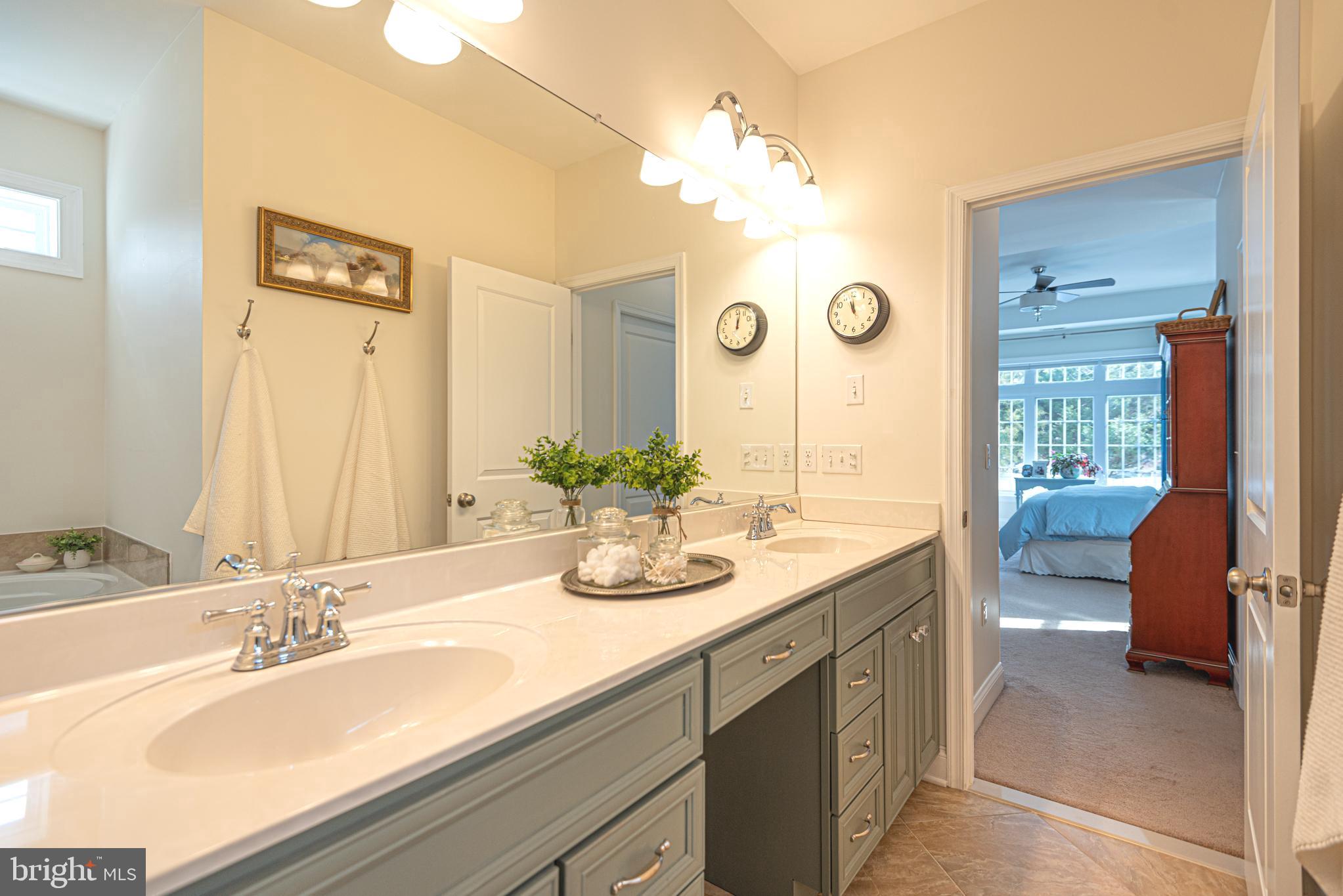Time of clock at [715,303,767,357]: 12:02
